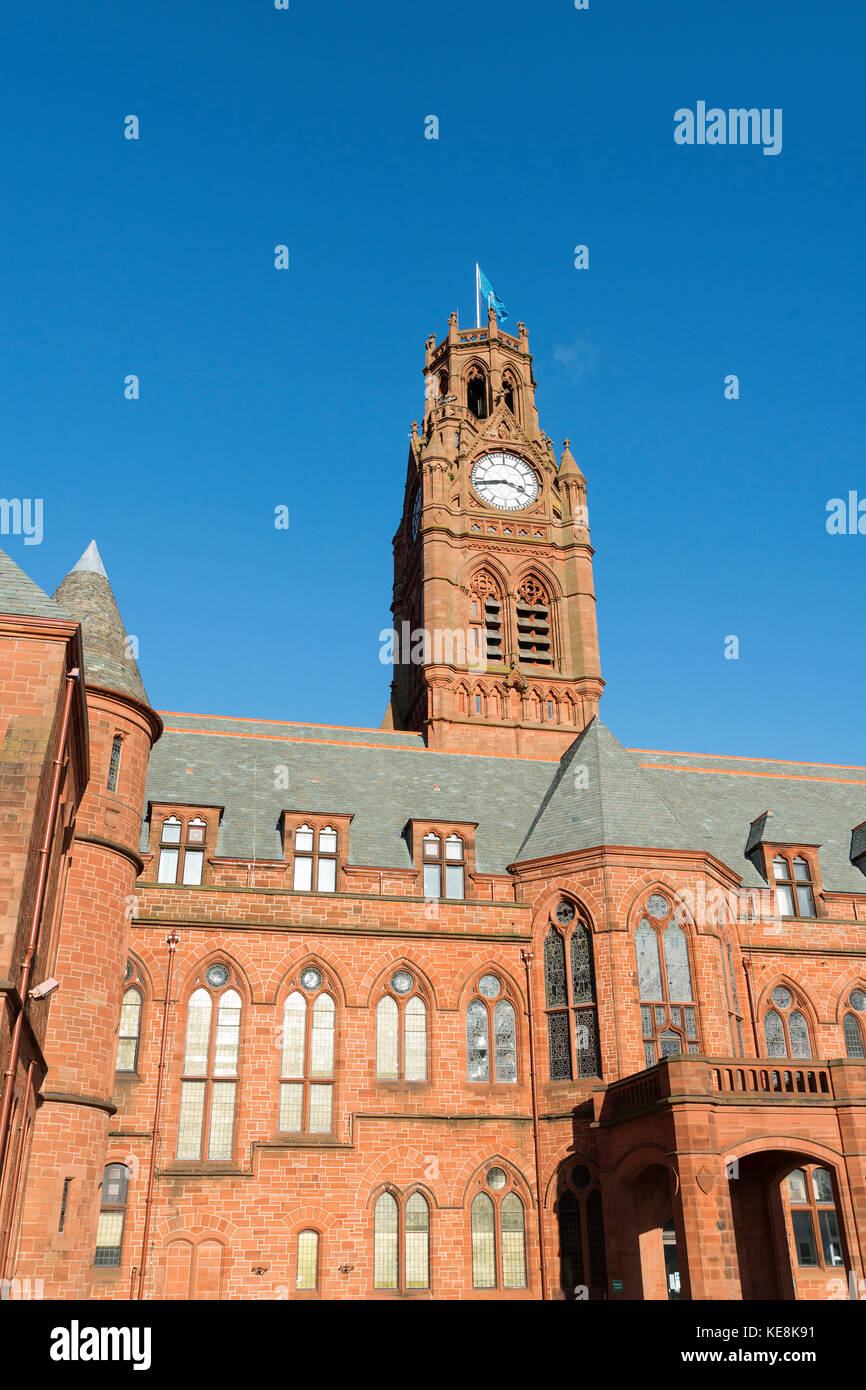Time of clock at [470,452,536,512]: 3:43
